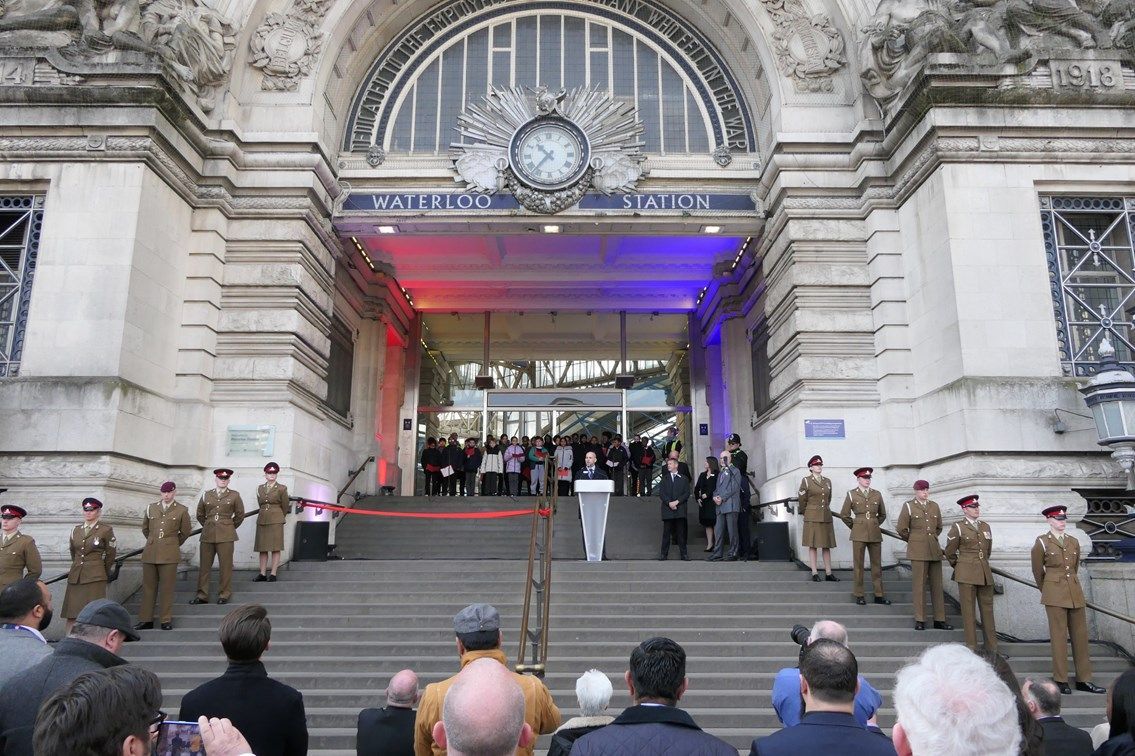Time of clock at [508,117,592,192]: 10:37
